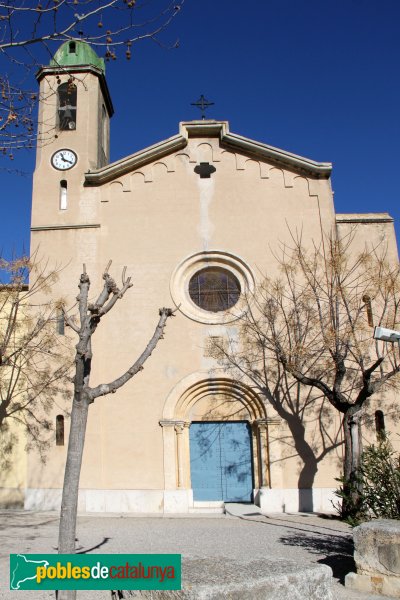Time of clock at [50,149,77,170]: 11:19
